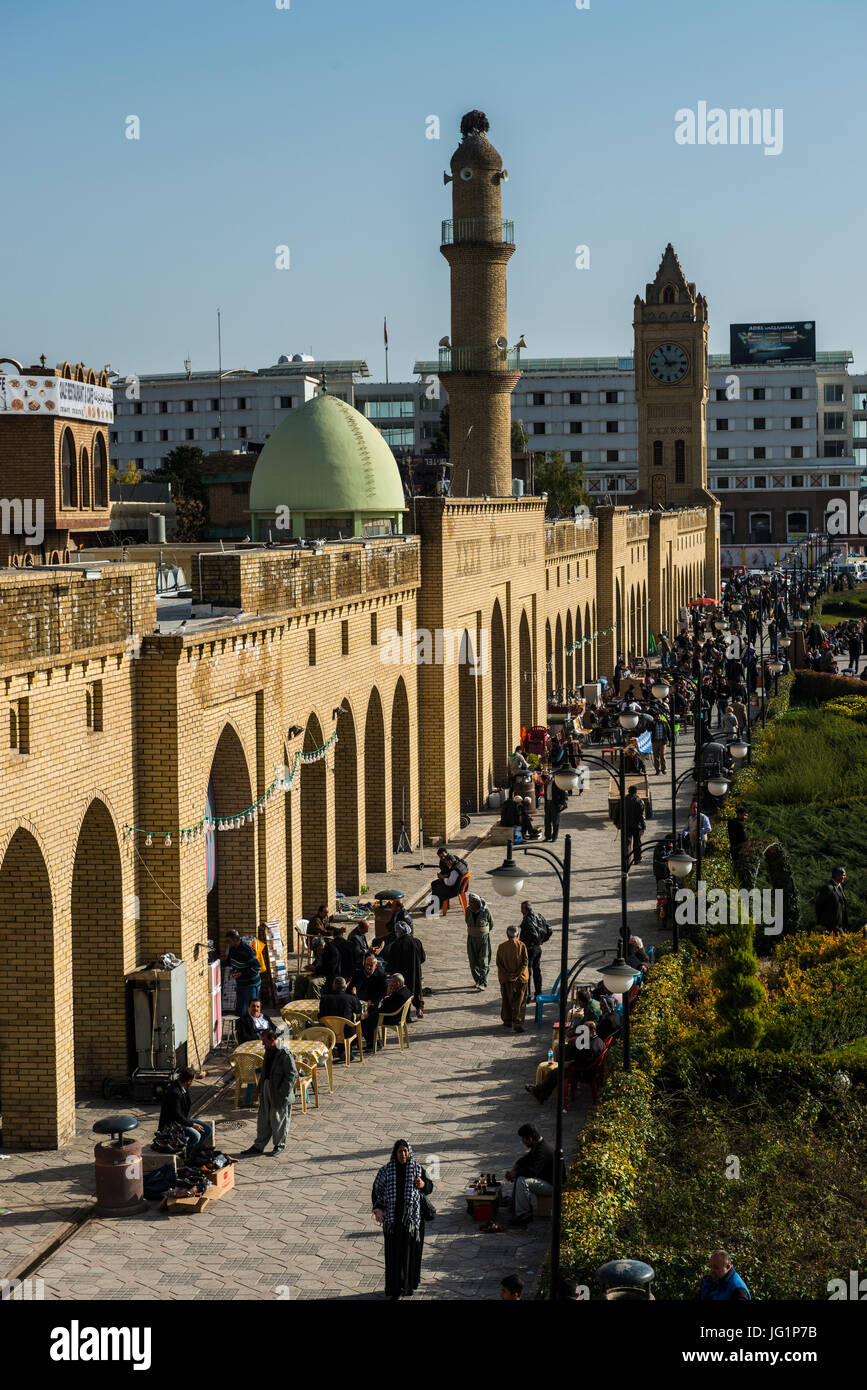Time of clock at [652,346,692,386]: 2:54
